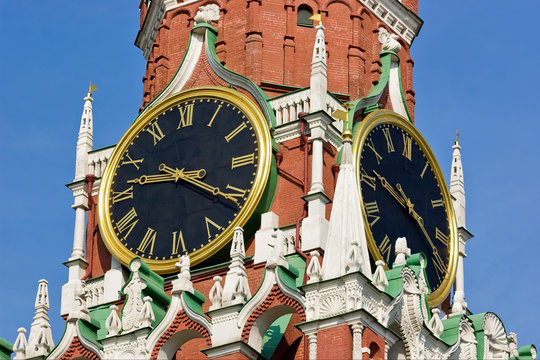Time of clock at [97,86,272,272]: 9:20
